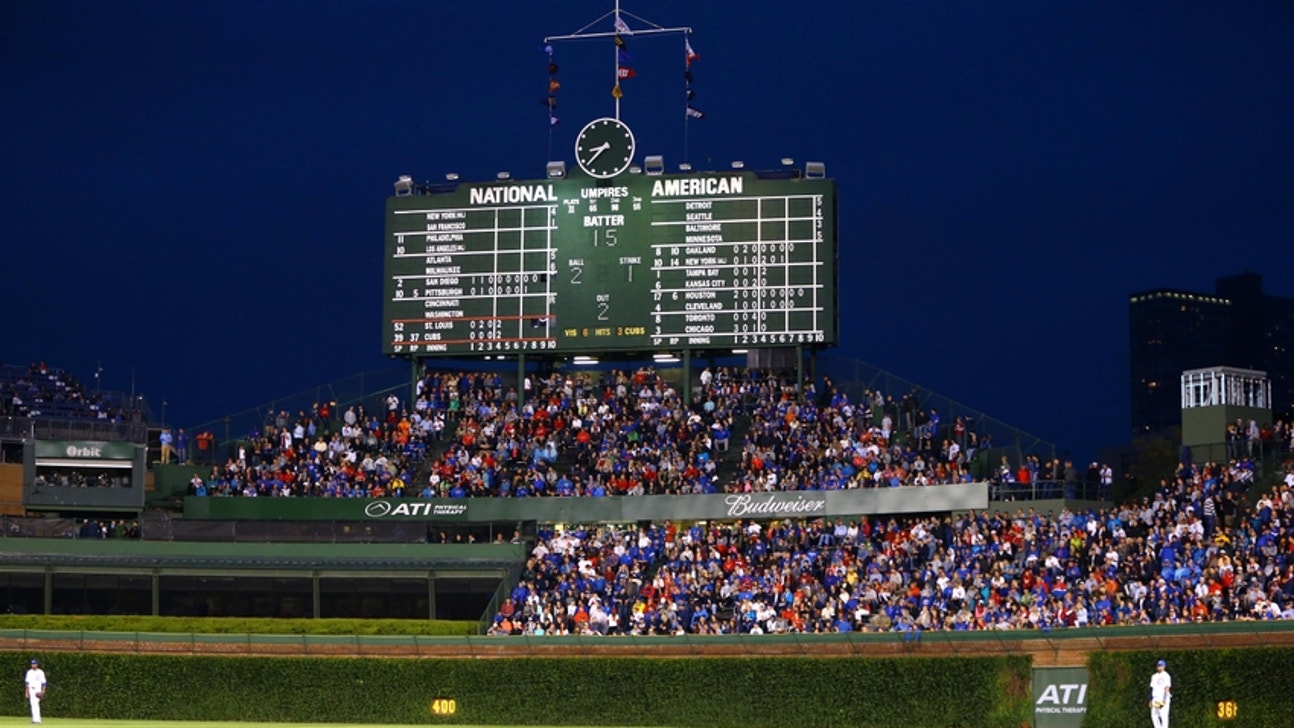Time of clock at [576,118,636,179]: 8:37
